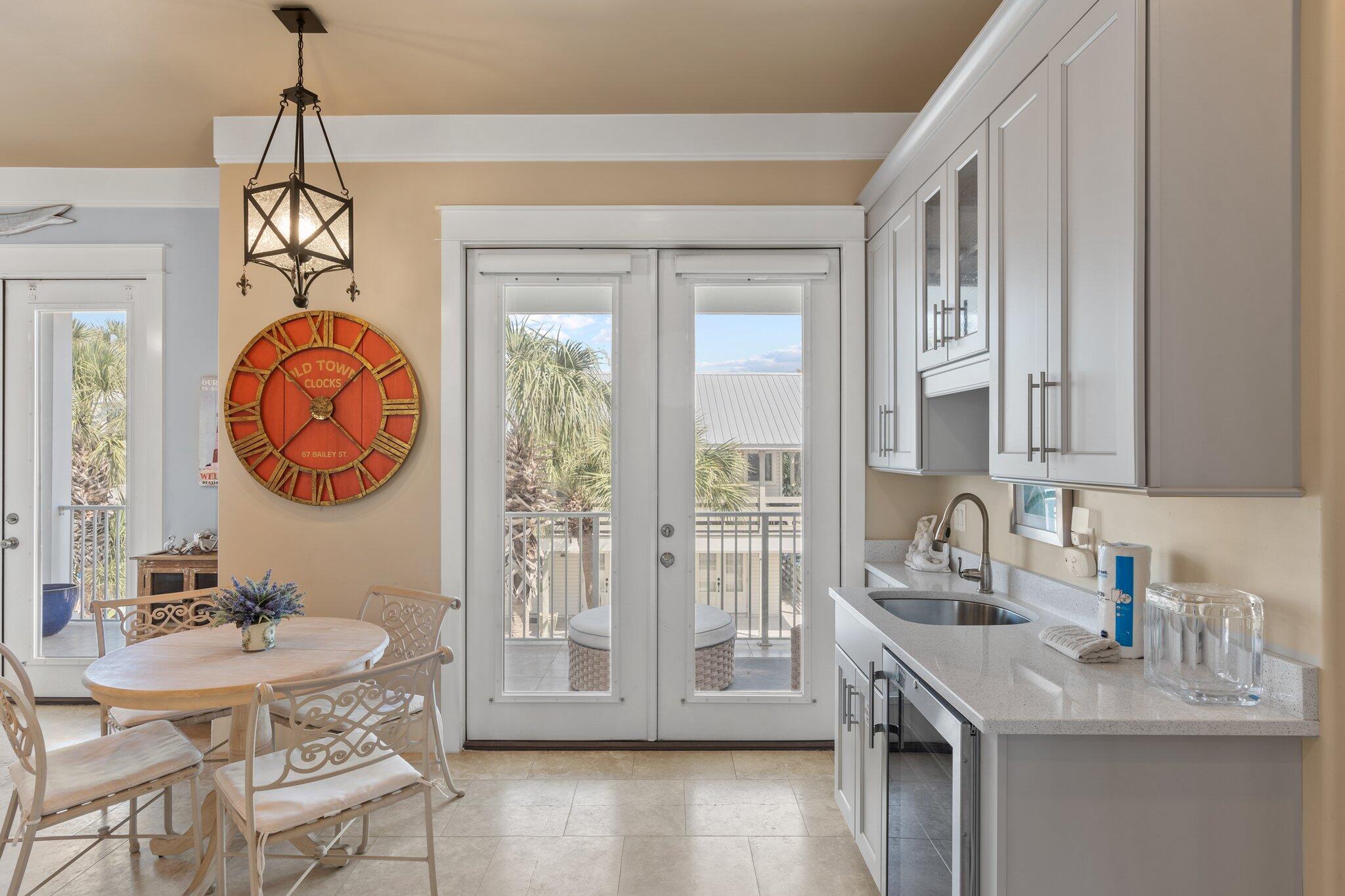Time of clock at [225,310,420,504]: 1:37
